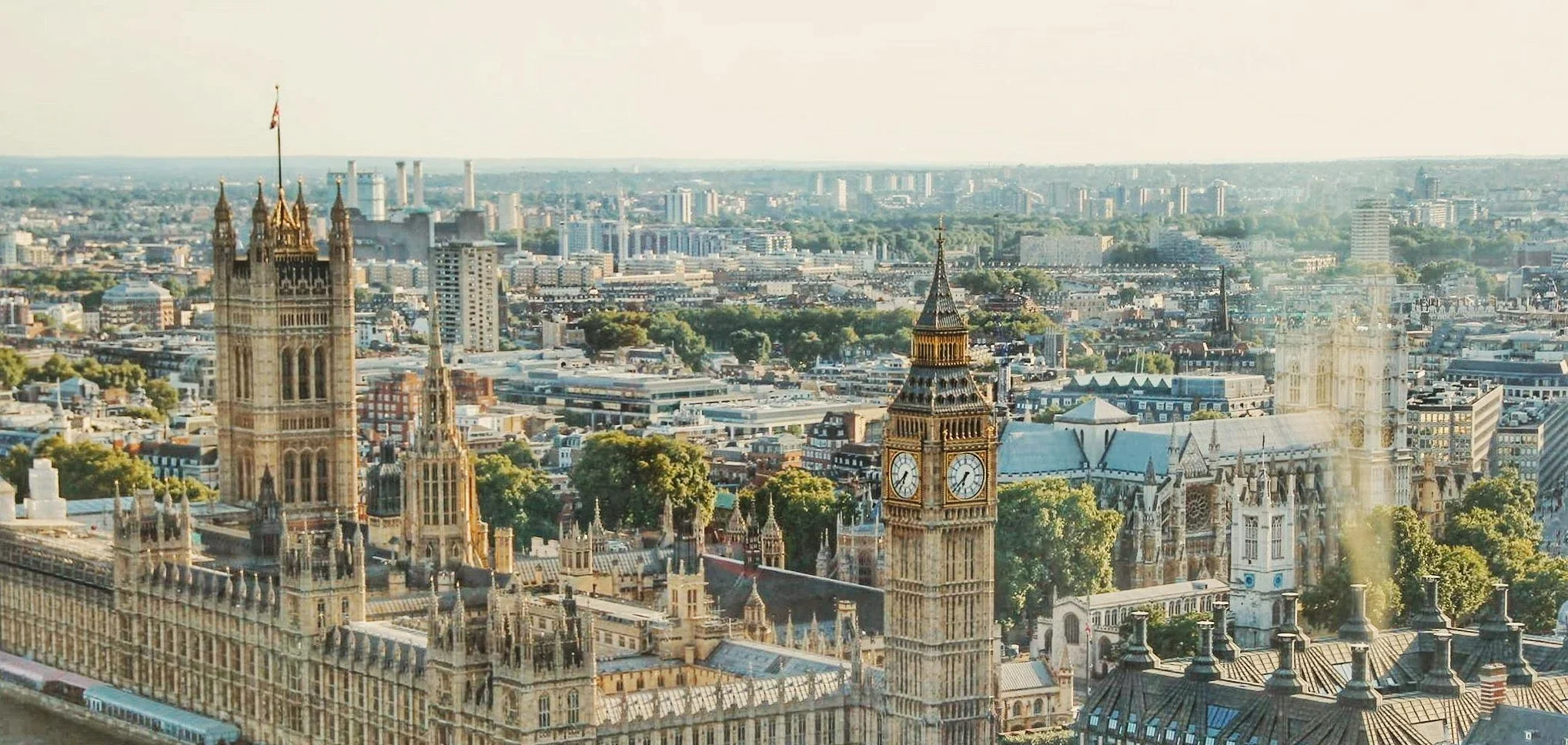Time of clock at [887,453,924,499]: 6:38
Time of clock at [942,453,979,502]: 6:37
